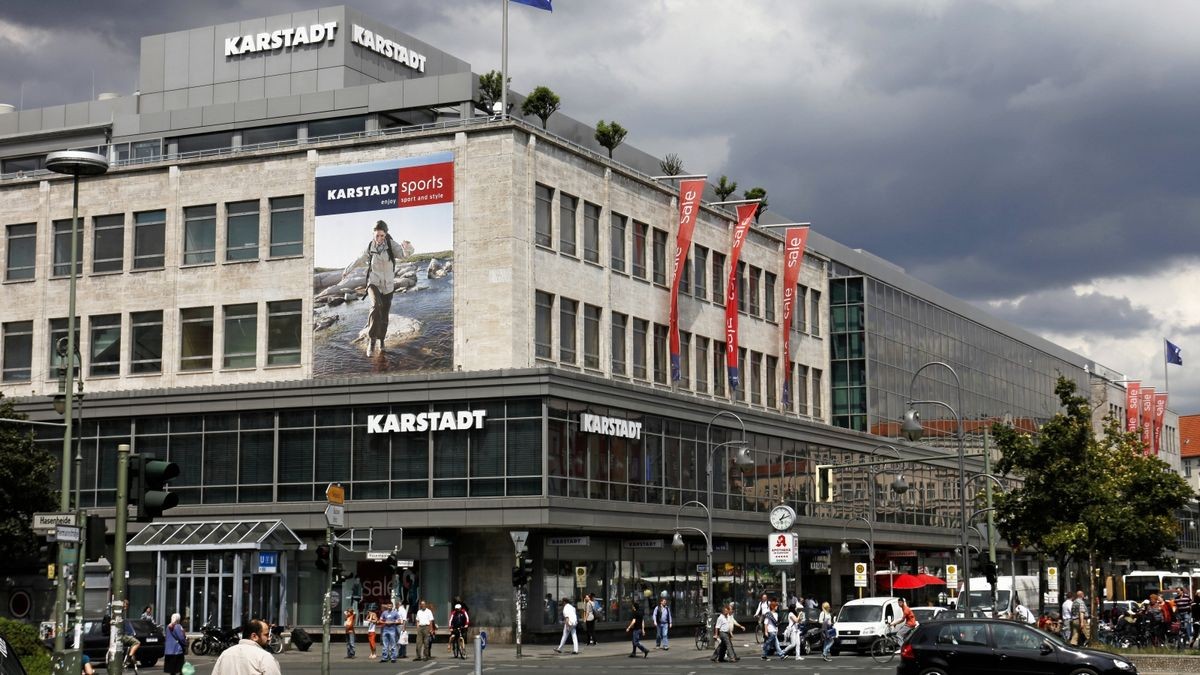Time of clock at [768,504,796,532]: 1:11
